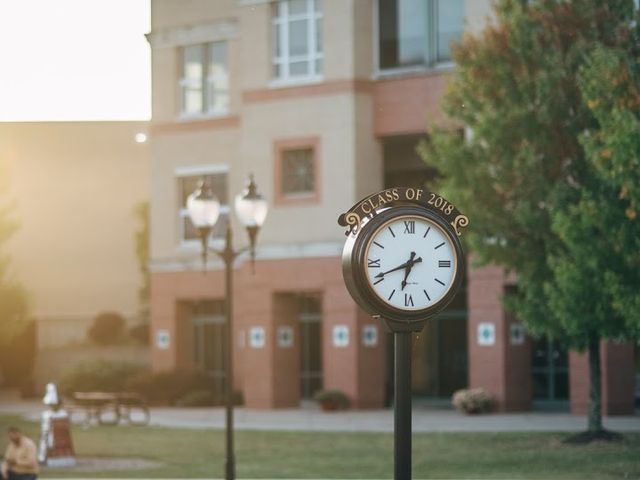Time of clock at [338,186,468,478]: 6:41
